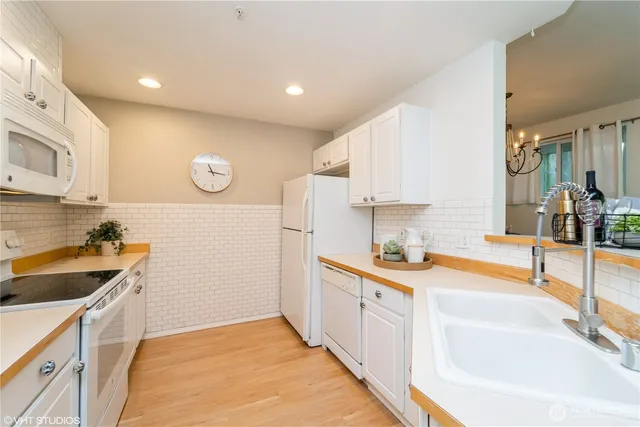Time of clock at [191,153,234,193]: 11:16
